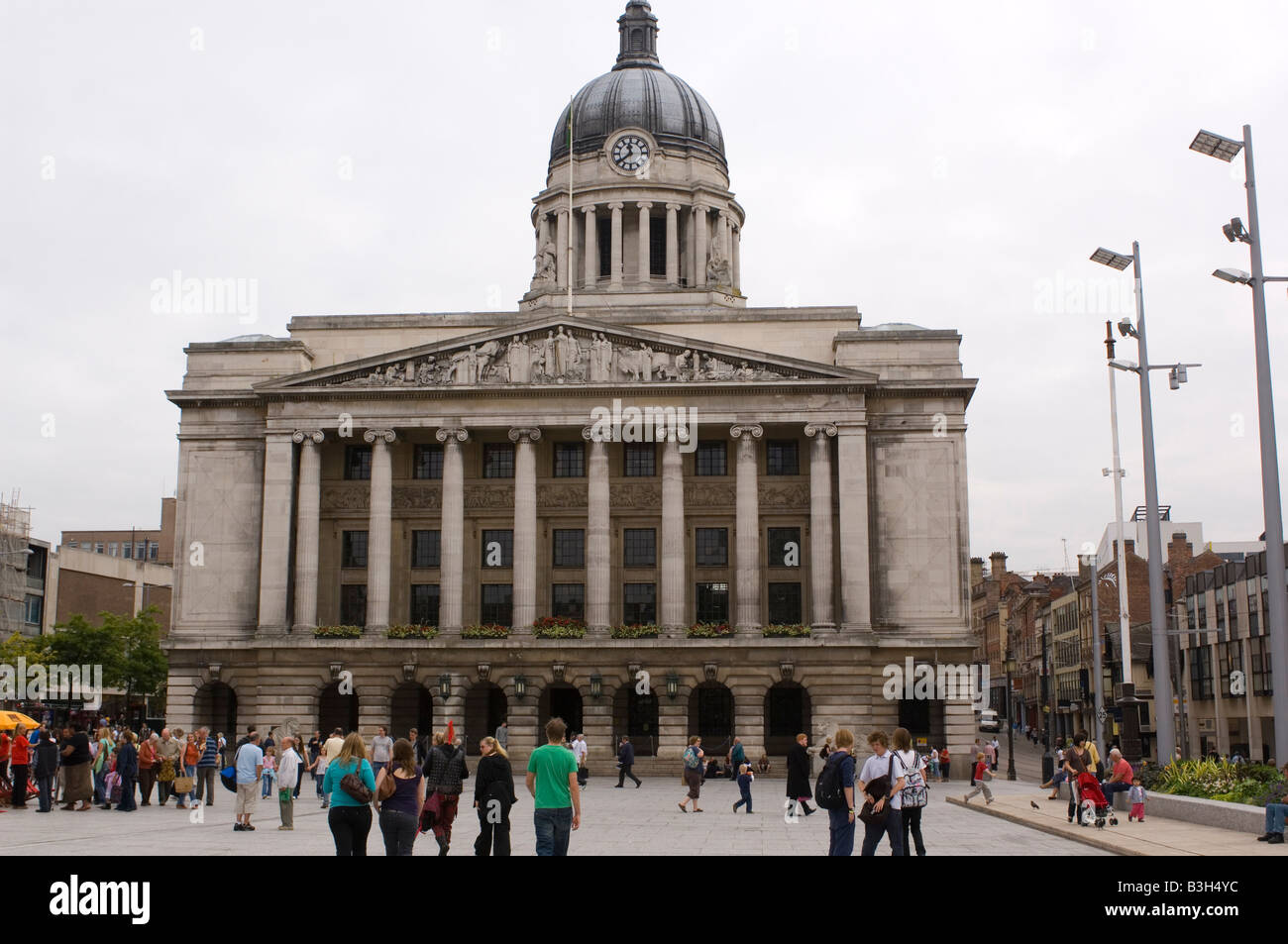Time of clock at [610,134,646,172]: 11:37
